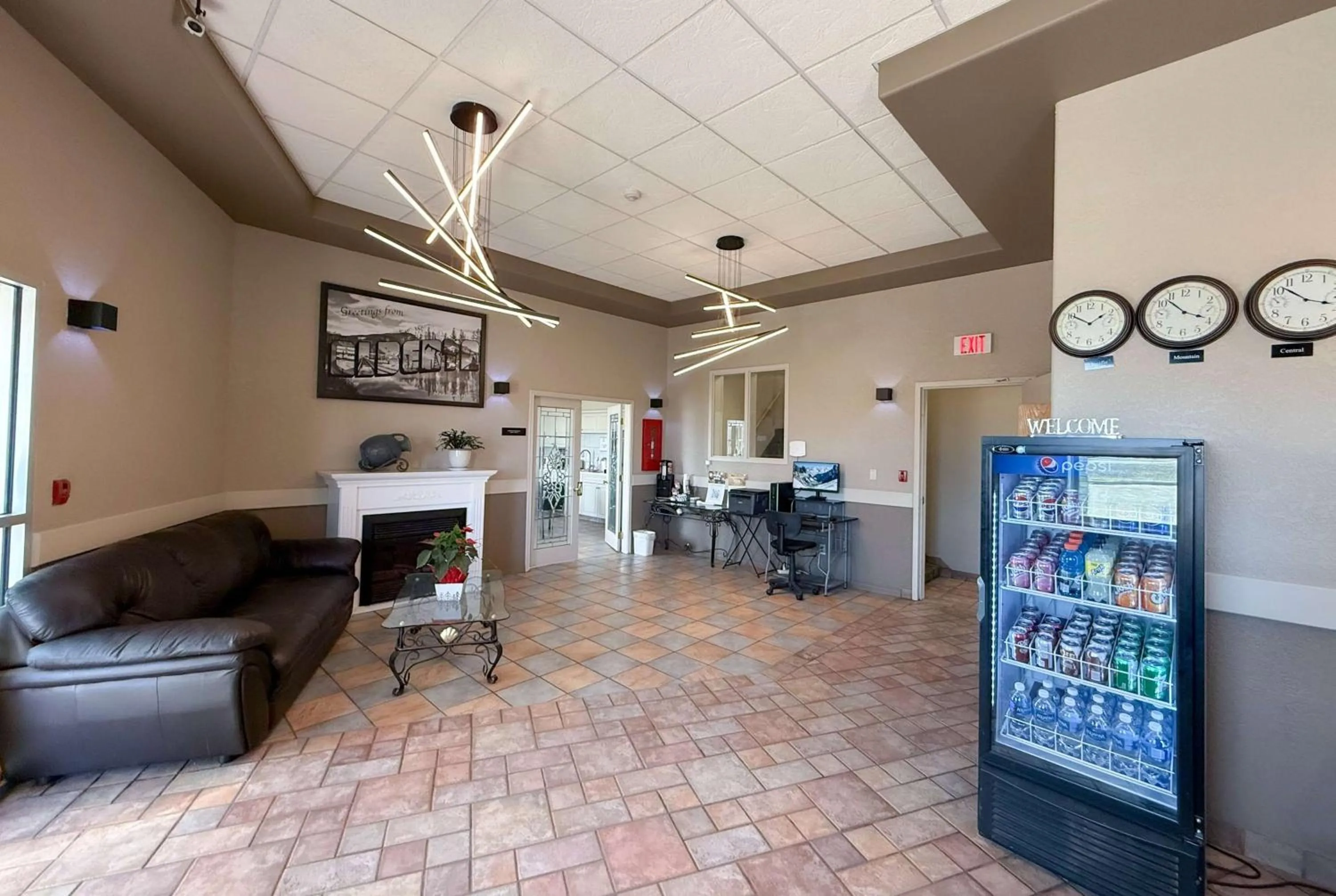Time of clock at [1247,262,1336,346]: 10:18
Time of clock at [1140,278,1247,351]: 3:52
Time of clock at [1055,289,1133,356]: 1:50
